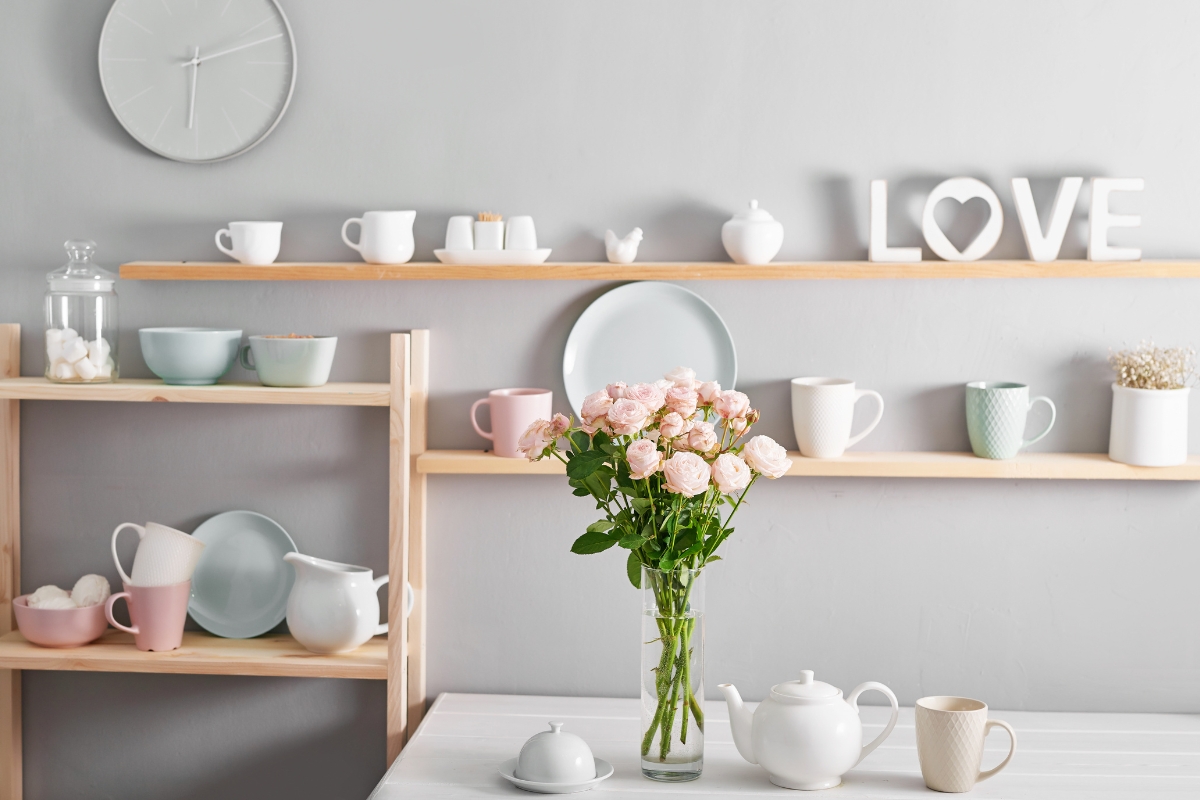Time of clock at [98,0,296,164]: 6:11
